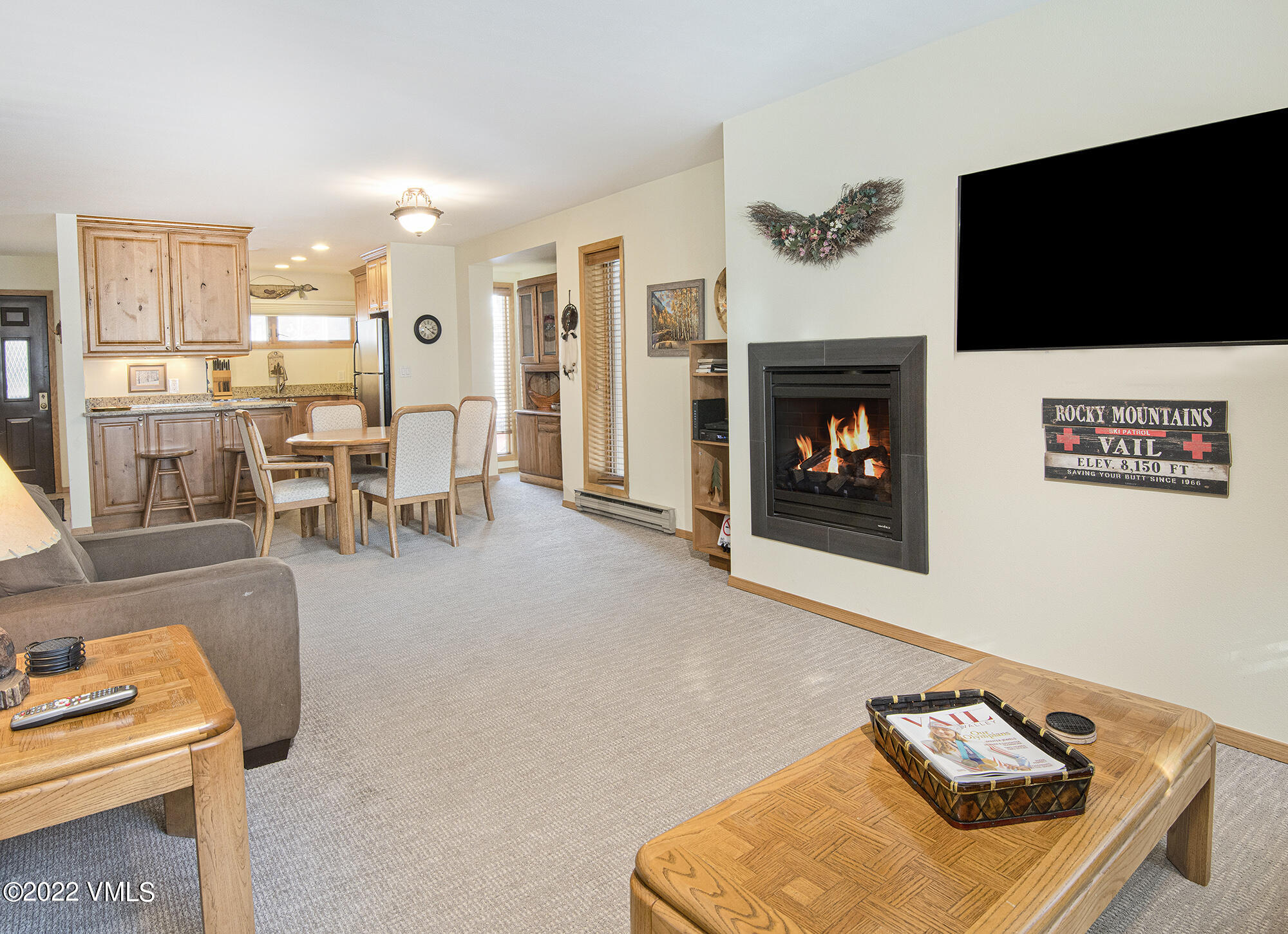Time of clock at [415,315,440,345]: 2:21
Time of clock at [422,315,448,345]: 2:21
